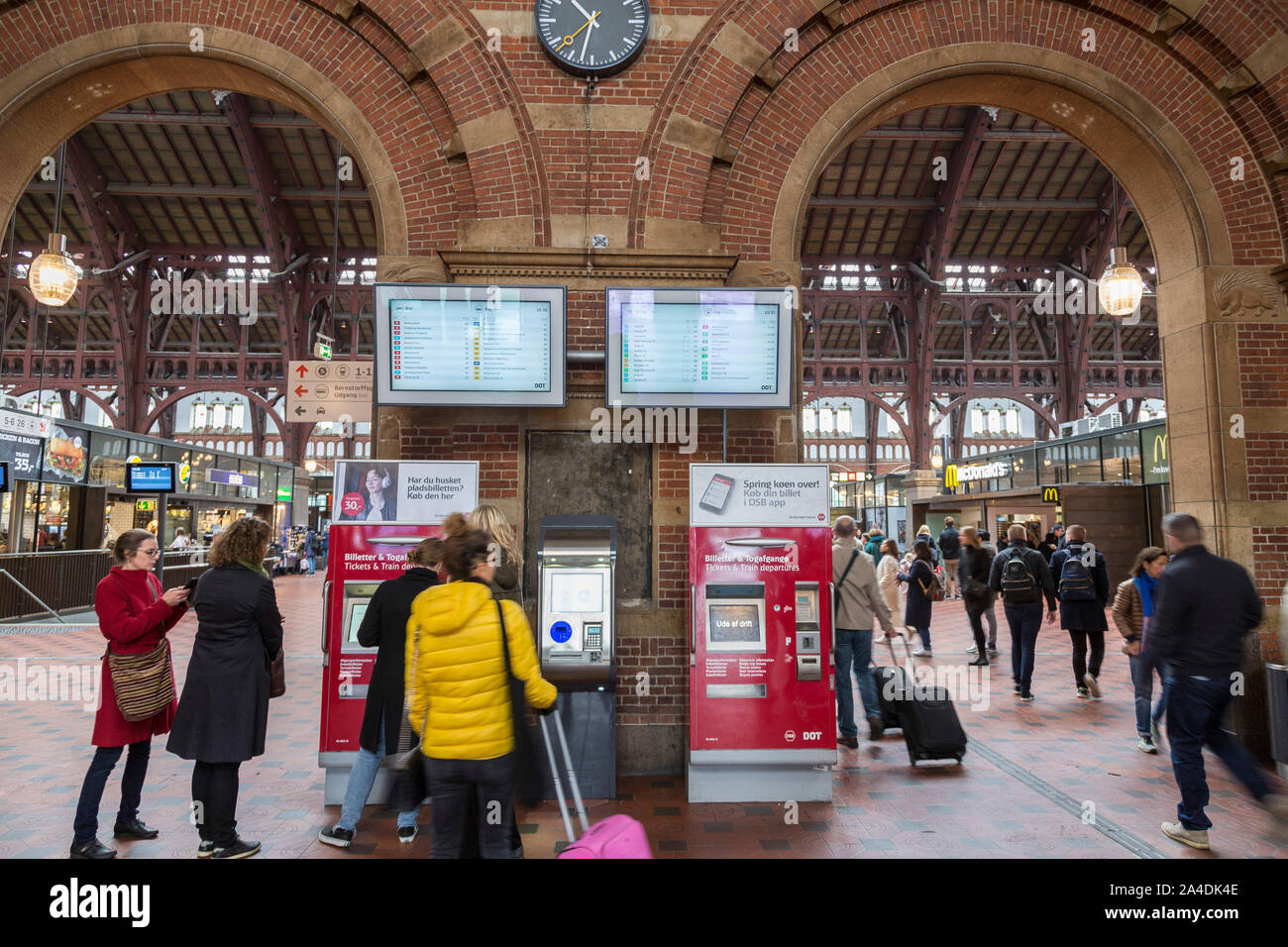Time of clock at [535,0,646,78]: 10:32
